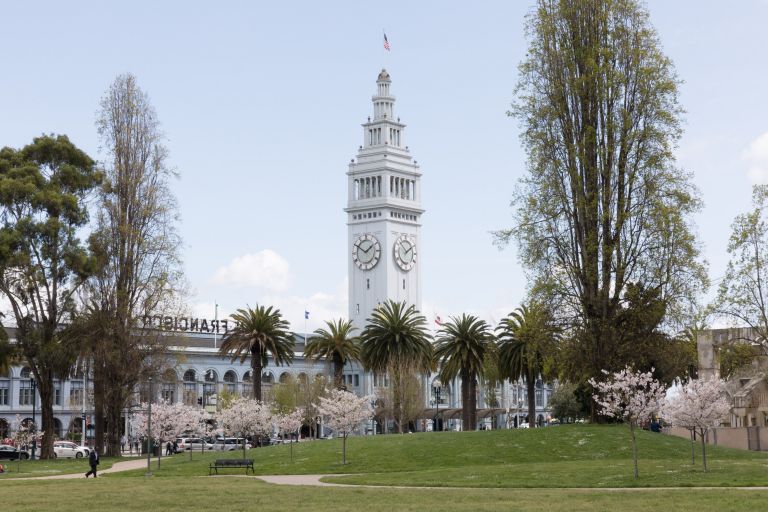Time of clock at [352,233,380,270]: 1:50
